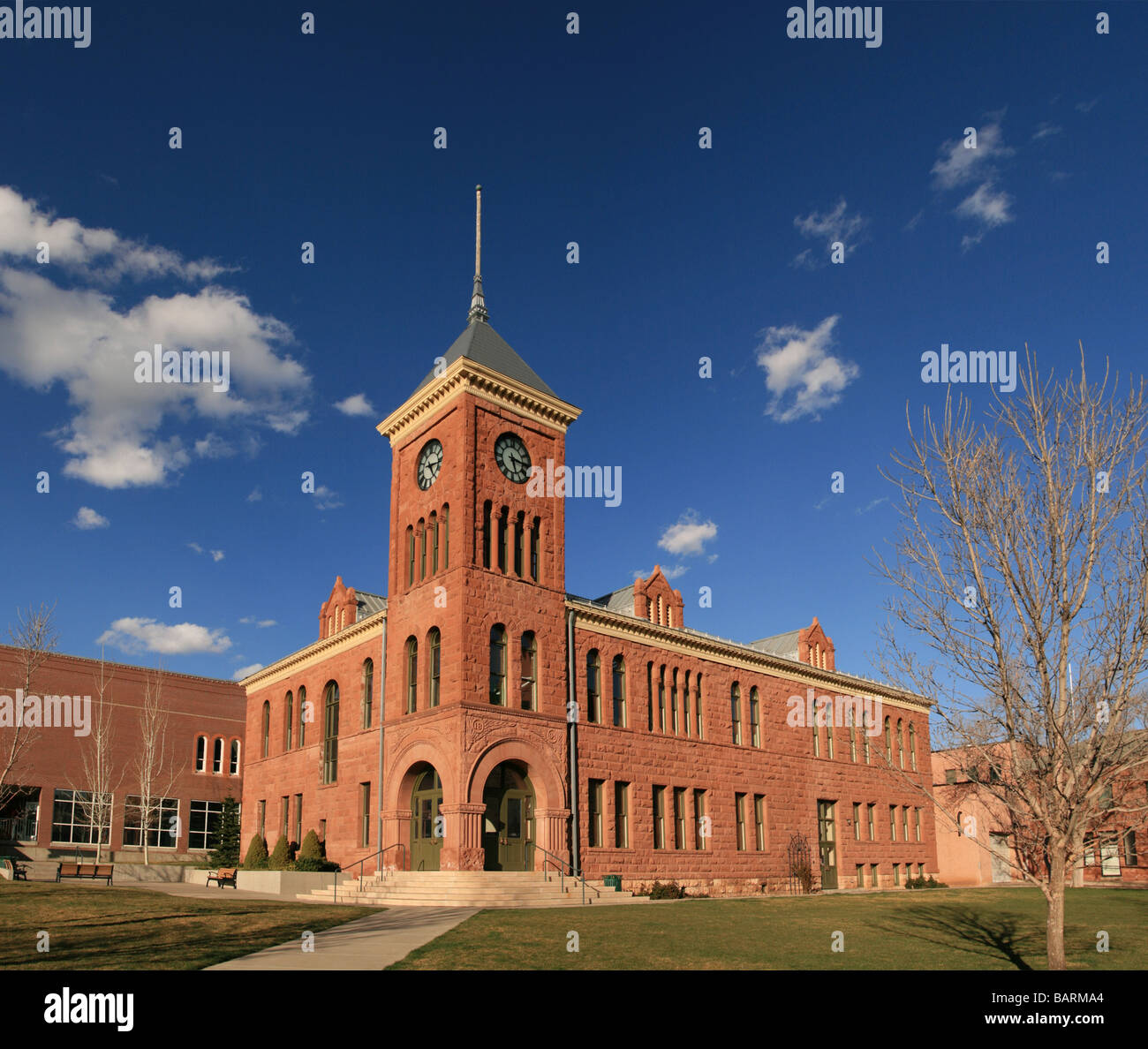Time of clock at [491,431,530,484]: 5:15
